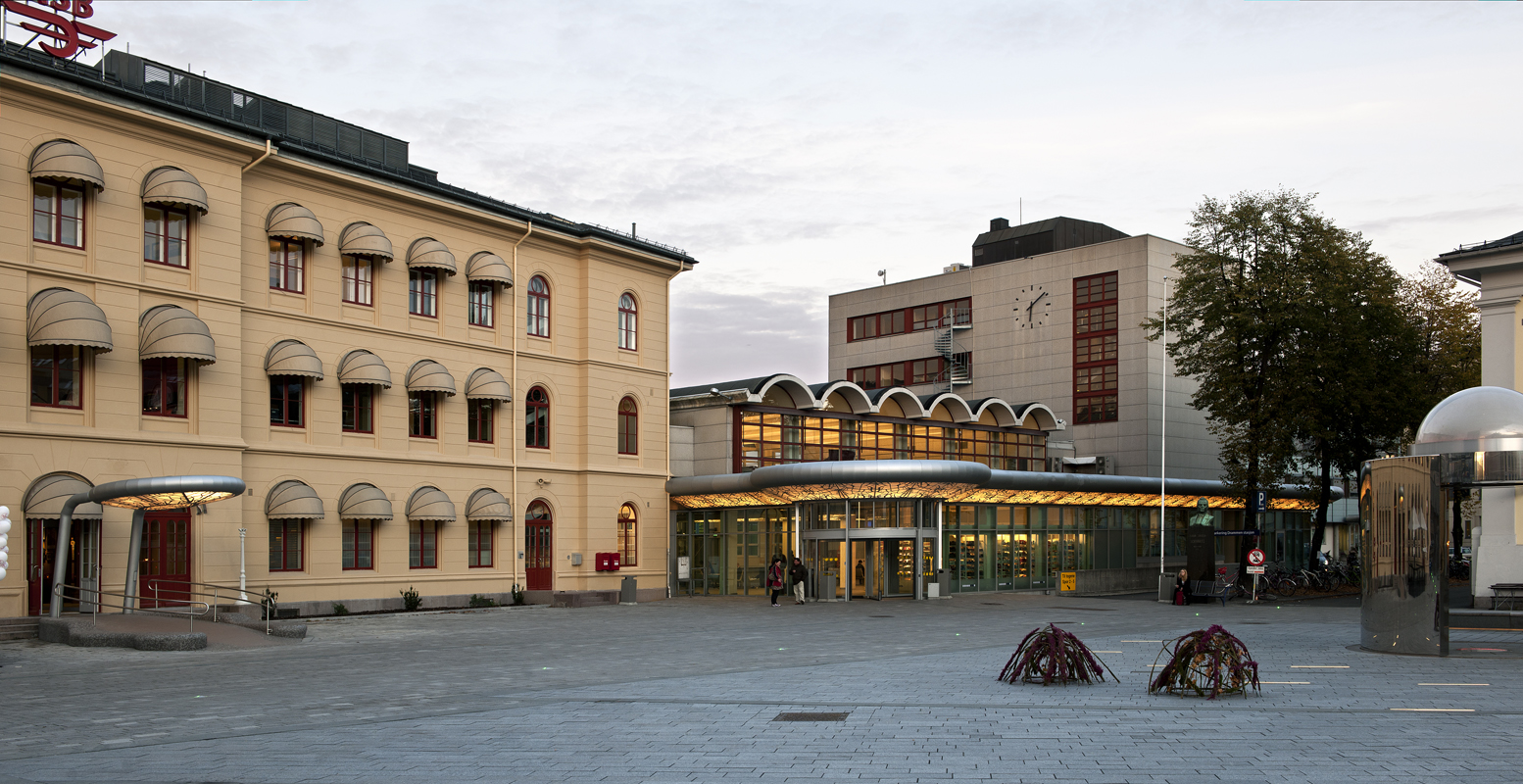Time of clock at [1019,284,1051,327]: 6:08
